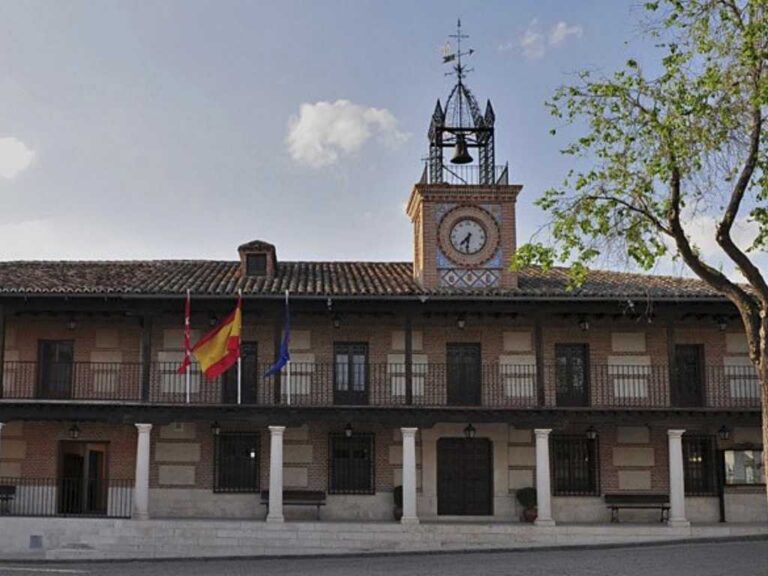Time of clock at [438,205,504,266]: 7:31
